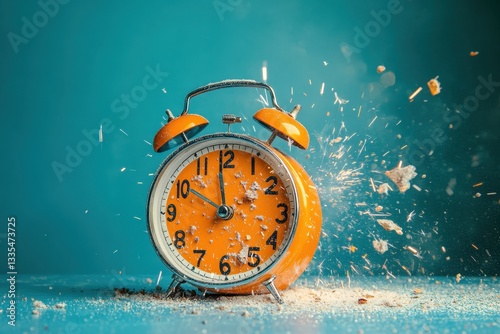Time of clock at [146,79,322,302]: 11:50
